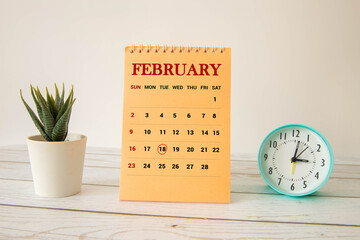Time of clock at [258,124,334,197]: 3:01
